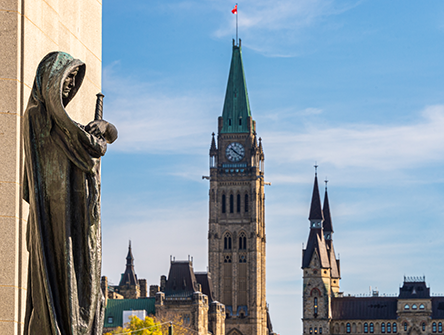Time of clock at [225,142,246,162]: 10:20
